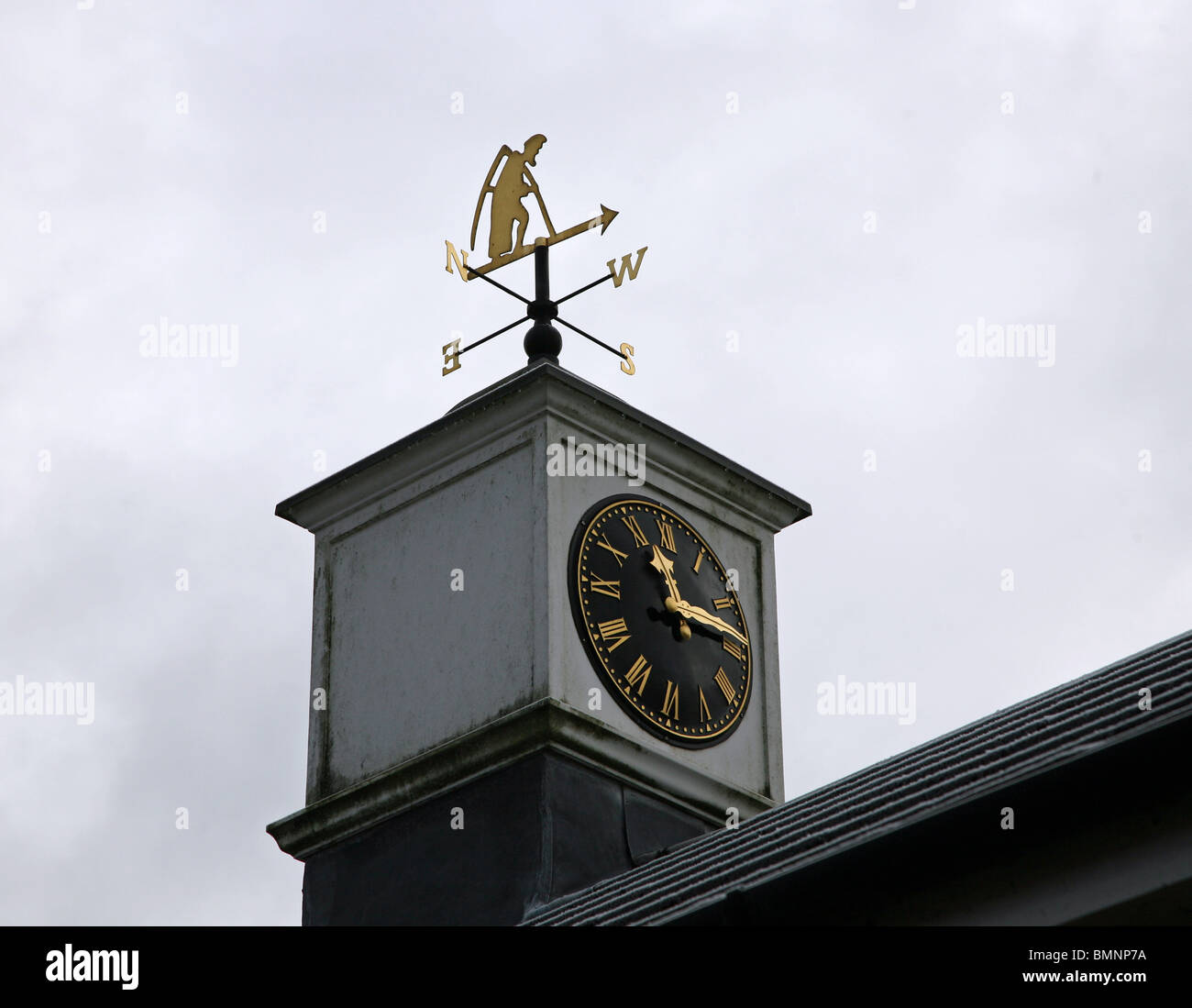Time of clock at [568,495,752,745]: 11:14
